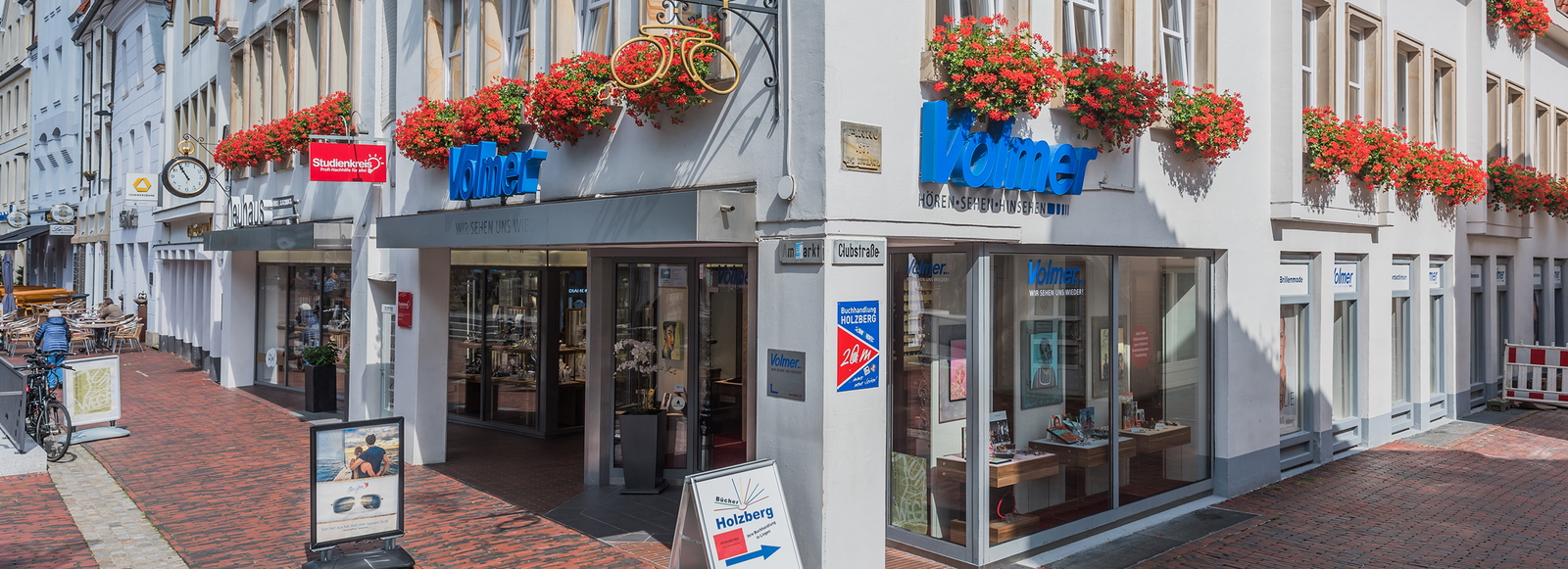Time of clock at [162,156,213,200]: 10:55
